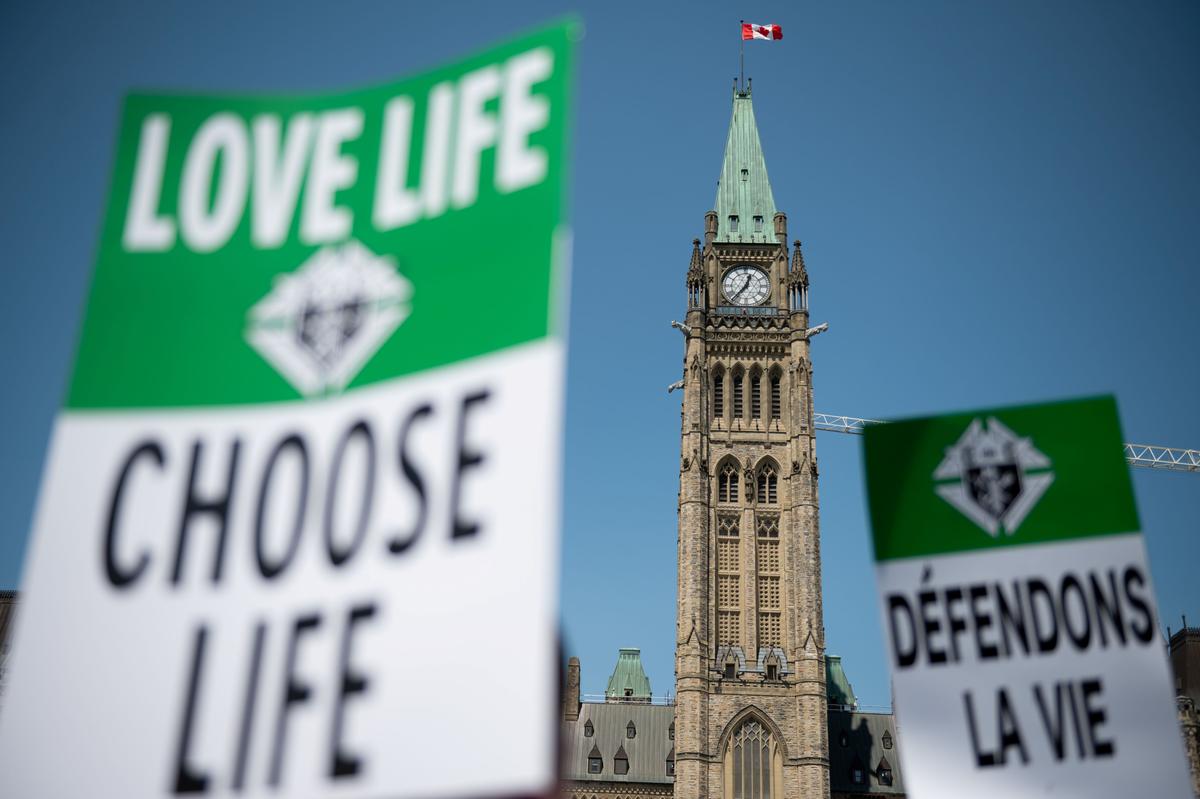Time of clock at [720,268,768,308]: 12:37
